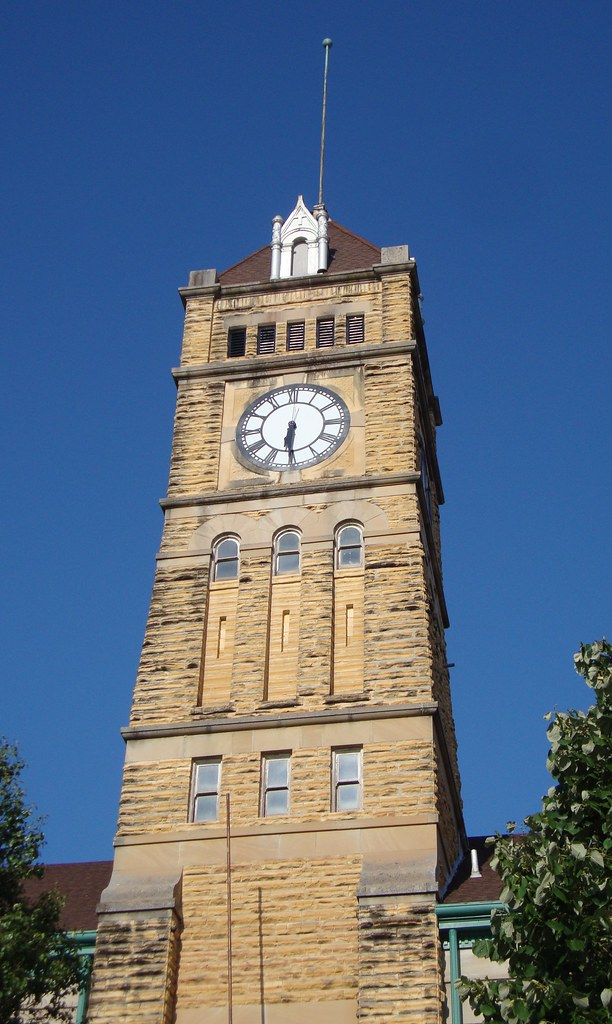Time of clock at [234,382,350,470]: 6:30
